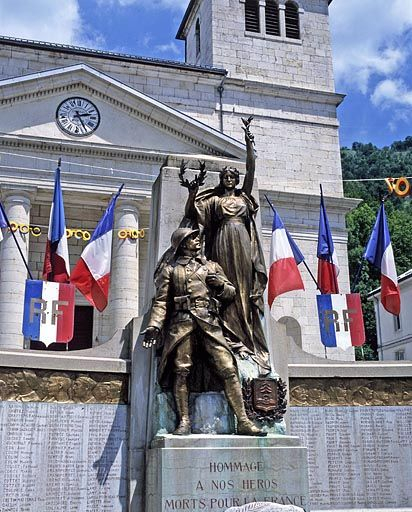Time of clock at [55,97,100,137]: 2:25
